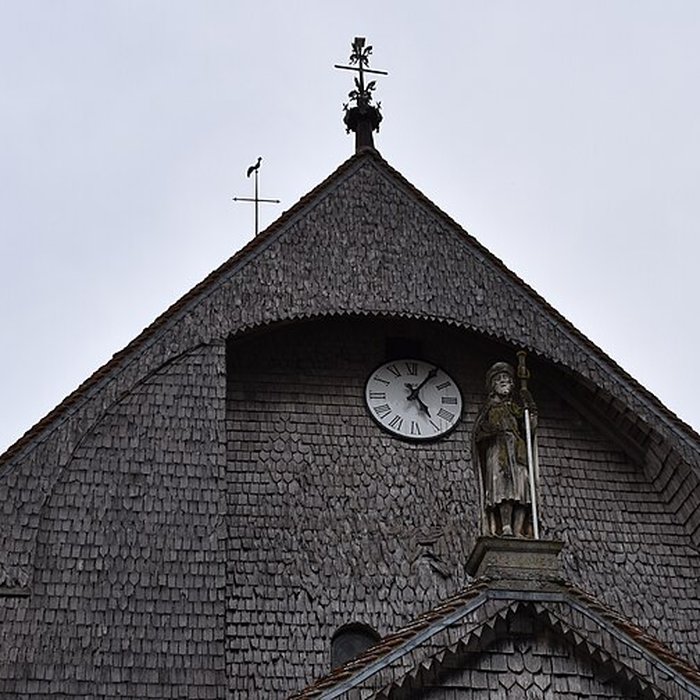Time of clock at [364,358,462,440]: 5:05
